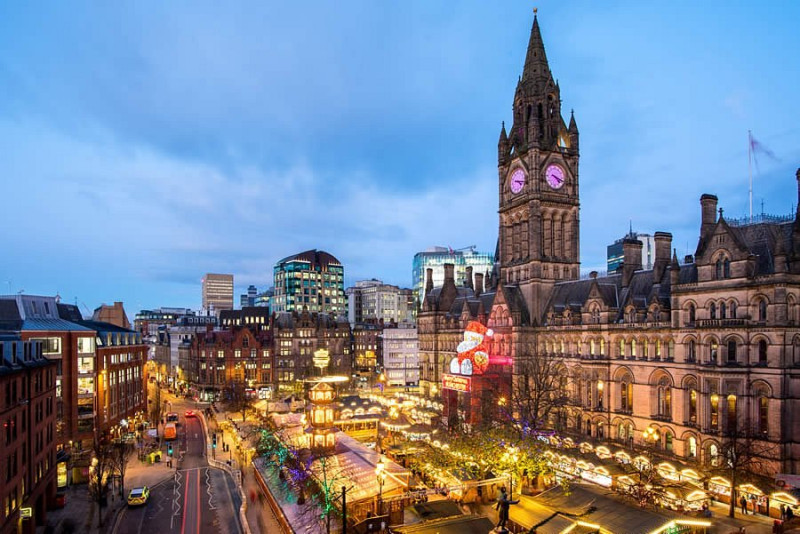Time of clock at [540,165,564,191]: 4:18
